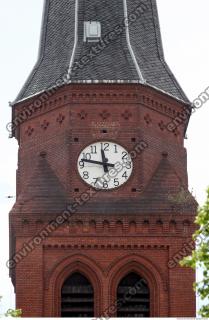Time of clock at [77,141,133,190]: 11:47
